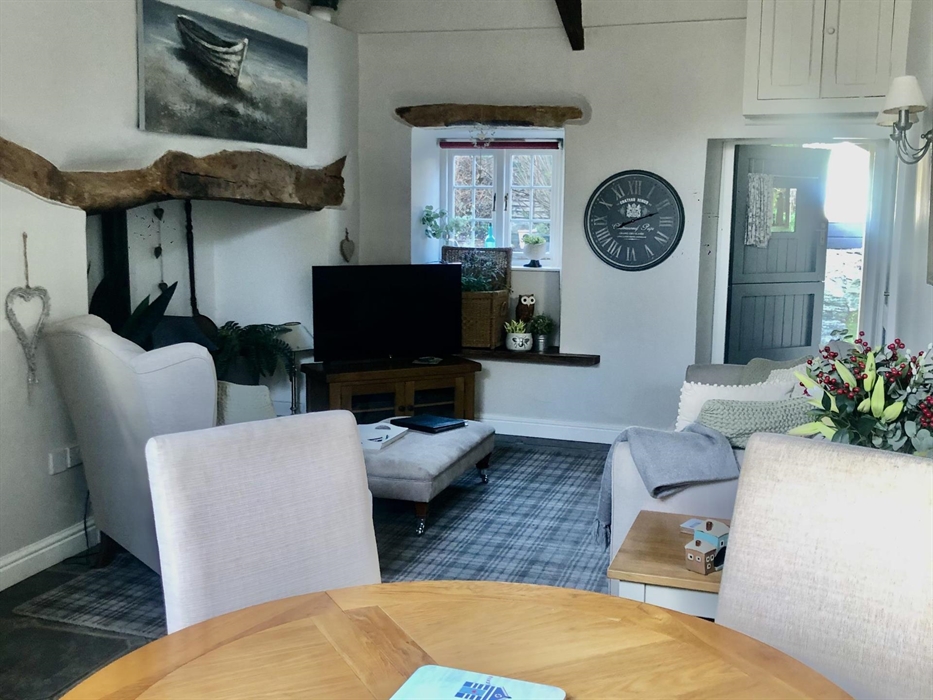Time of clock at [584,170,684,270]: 2:11
